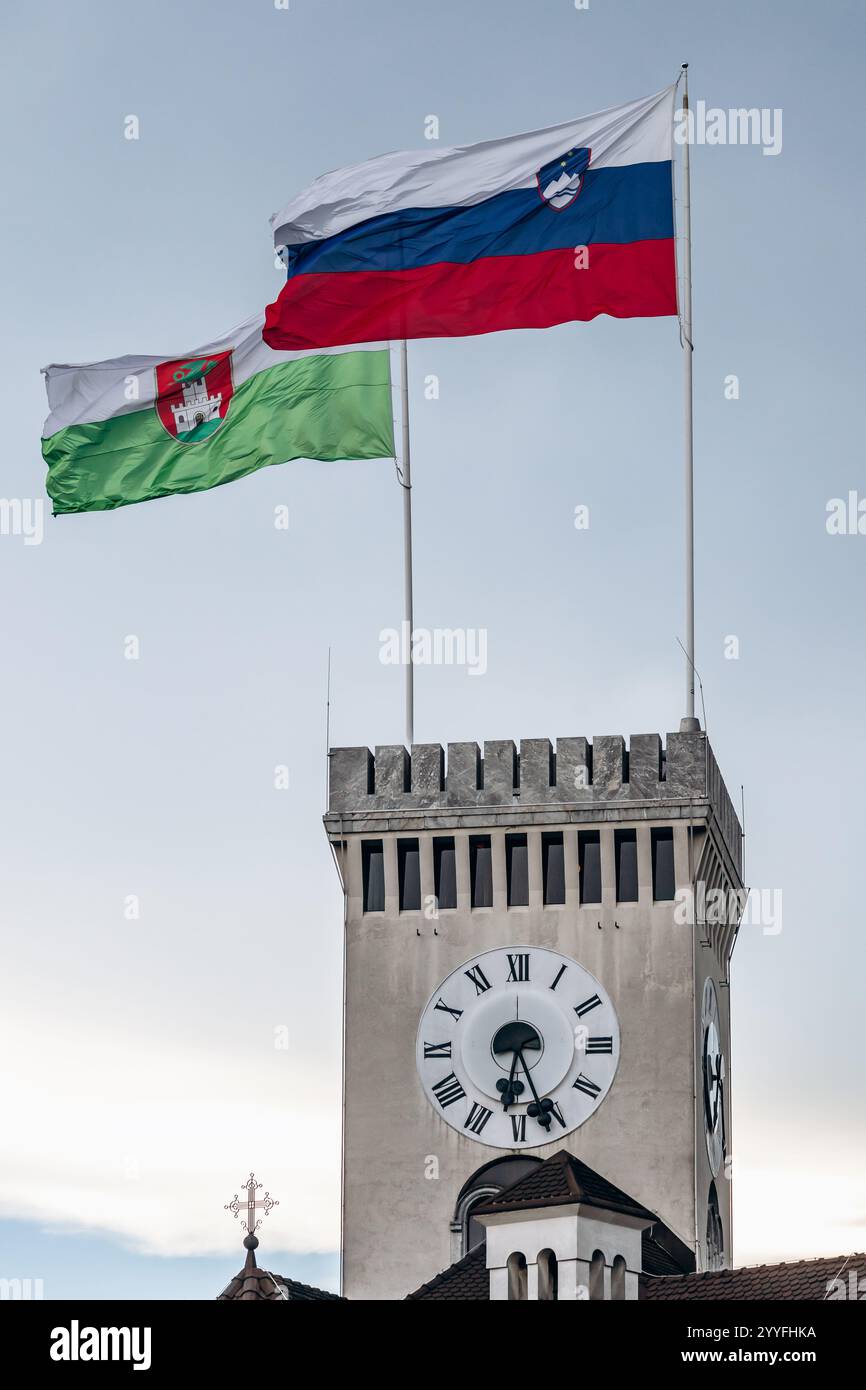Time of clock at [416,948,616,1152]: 6:26
